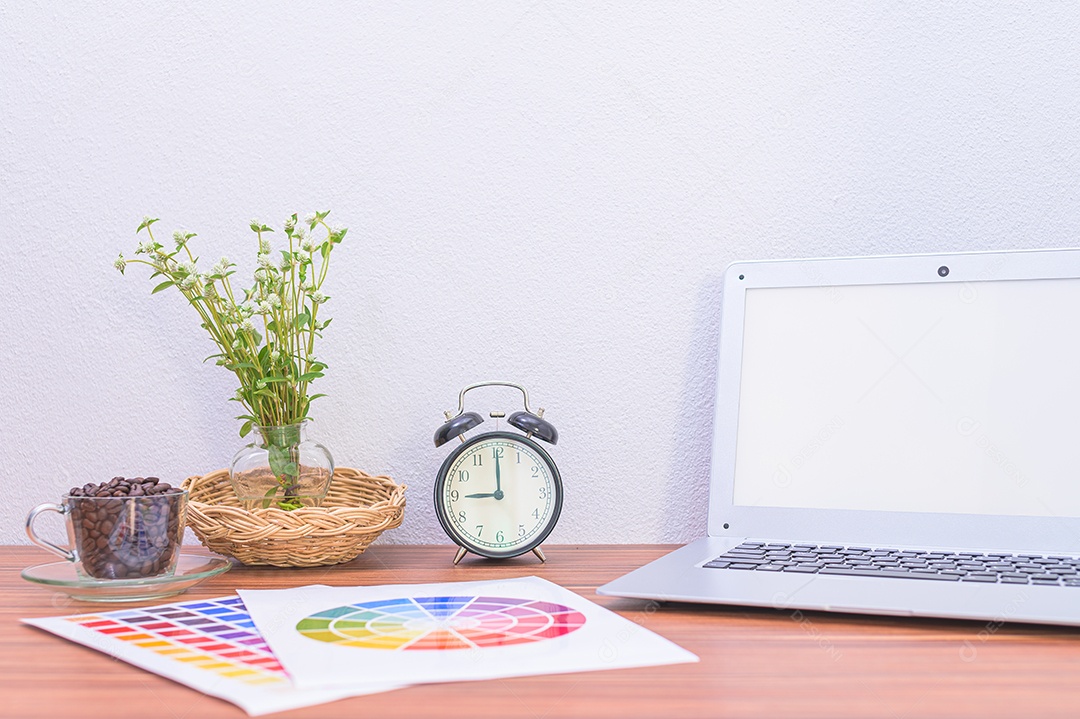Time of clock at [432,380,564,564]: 9:00
